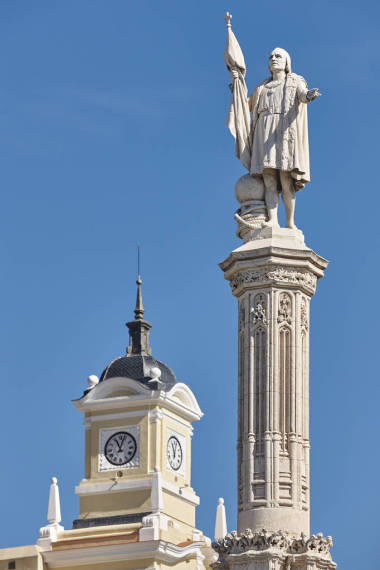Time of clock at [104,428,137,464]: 11:03
